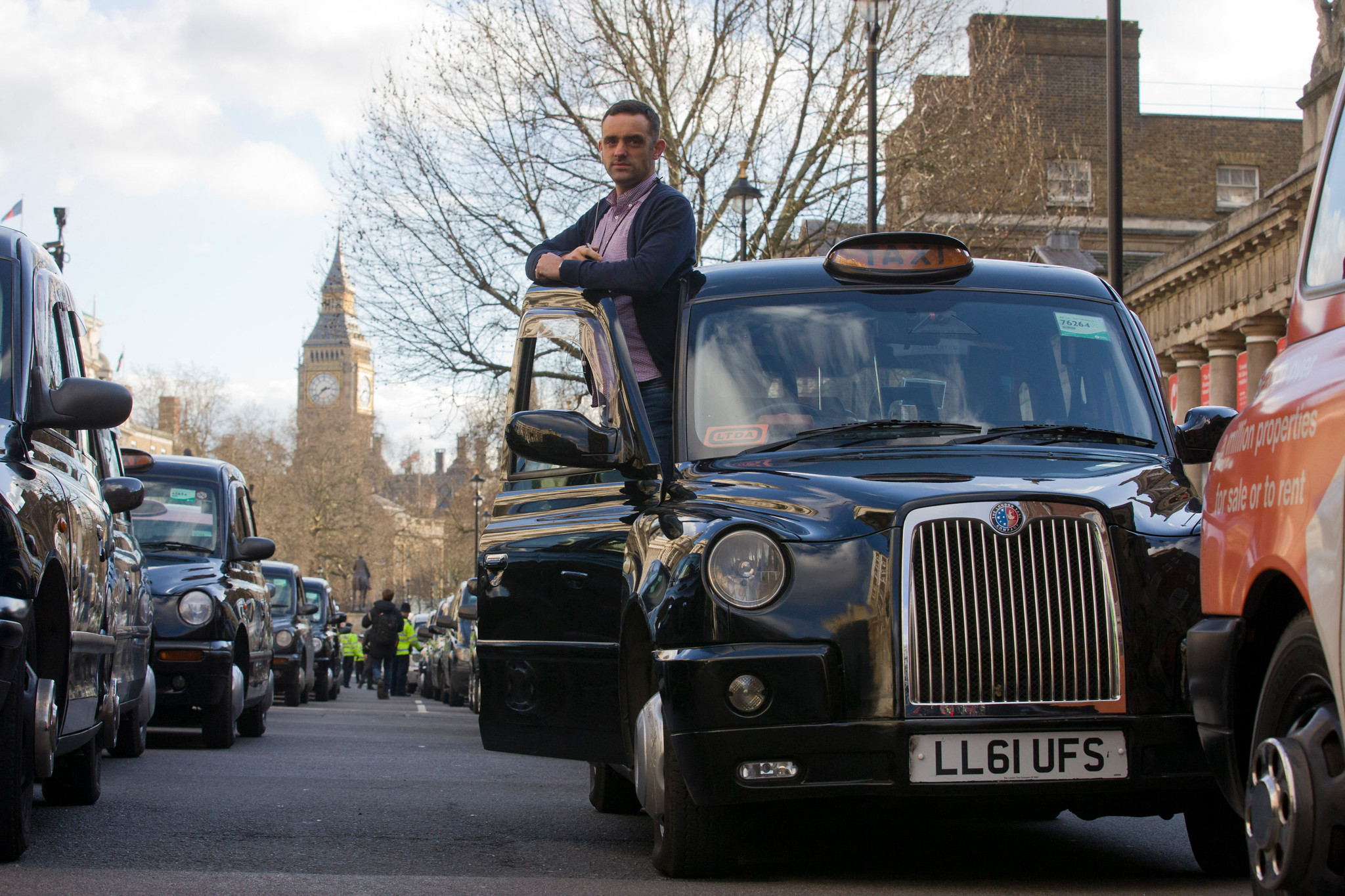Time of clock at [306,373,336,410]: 2:37
